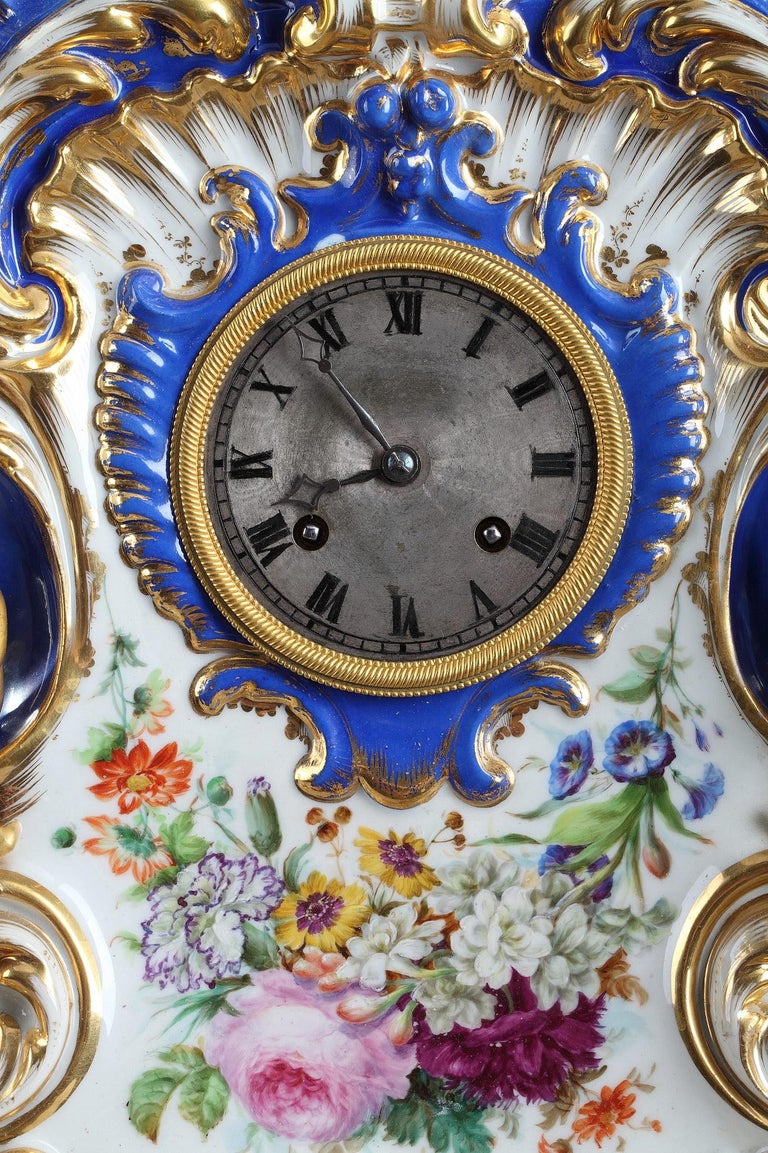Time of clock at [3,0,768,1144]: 10:41
